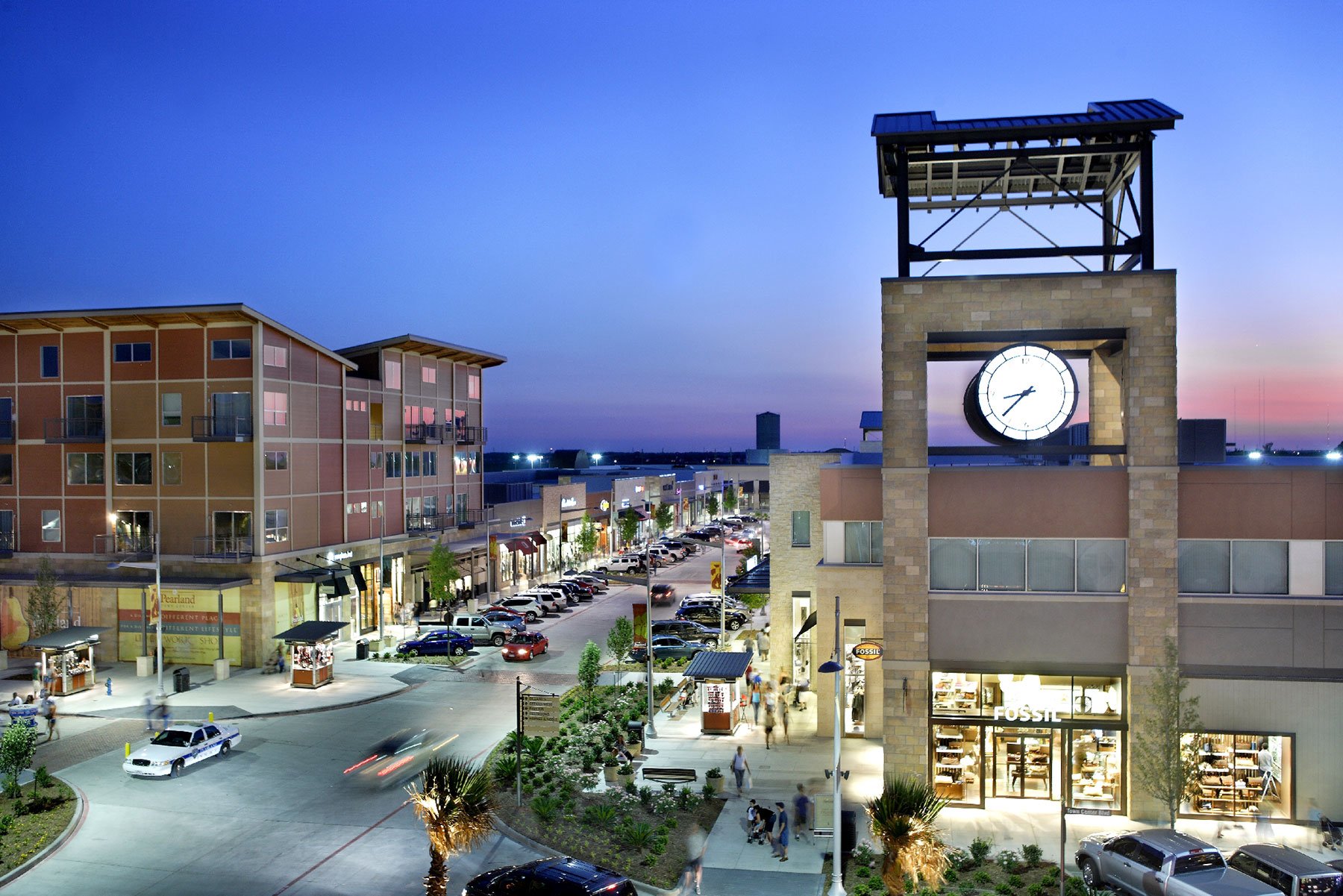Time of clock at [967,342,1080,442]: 8:37
